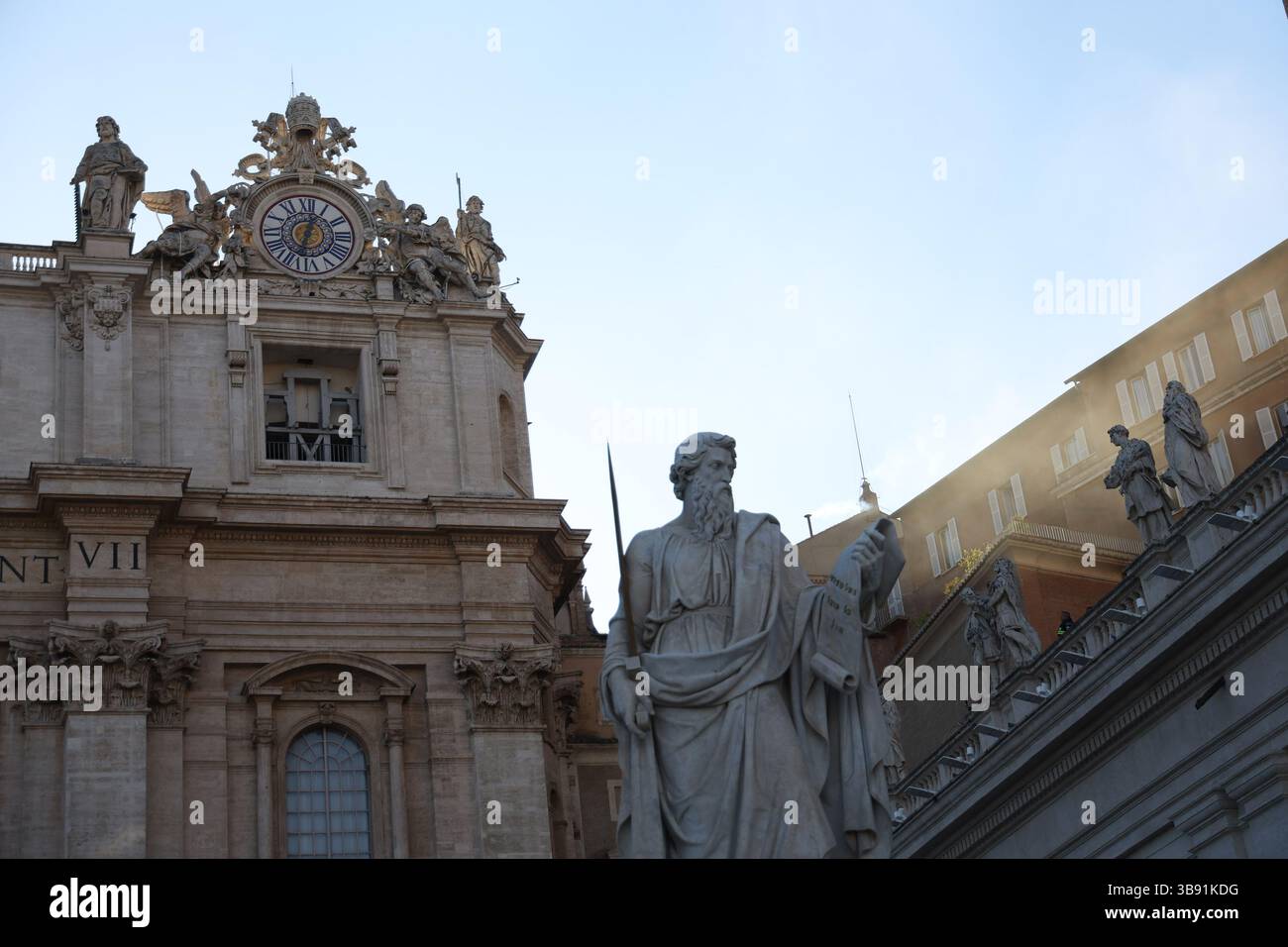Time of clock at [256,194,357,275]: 12:32
